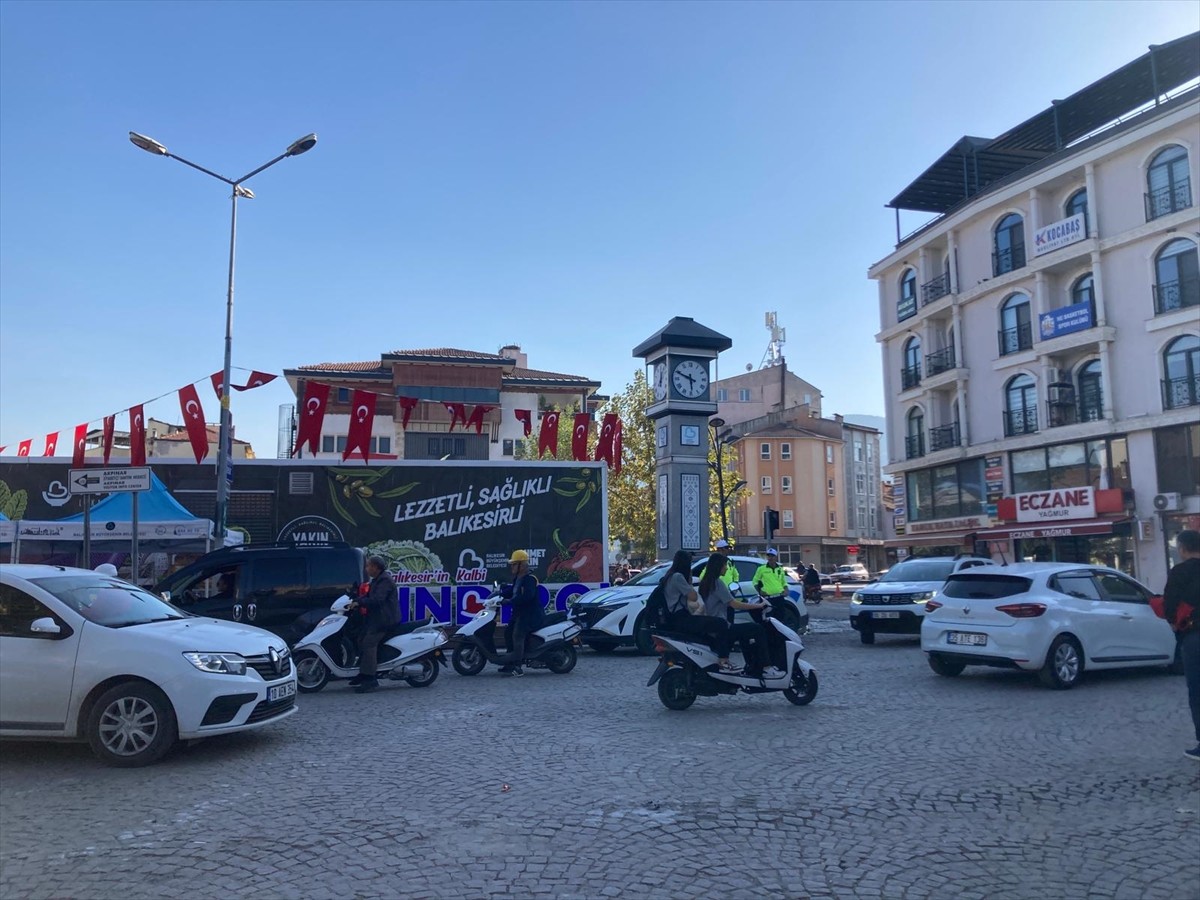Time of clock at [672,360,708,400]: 5:48
